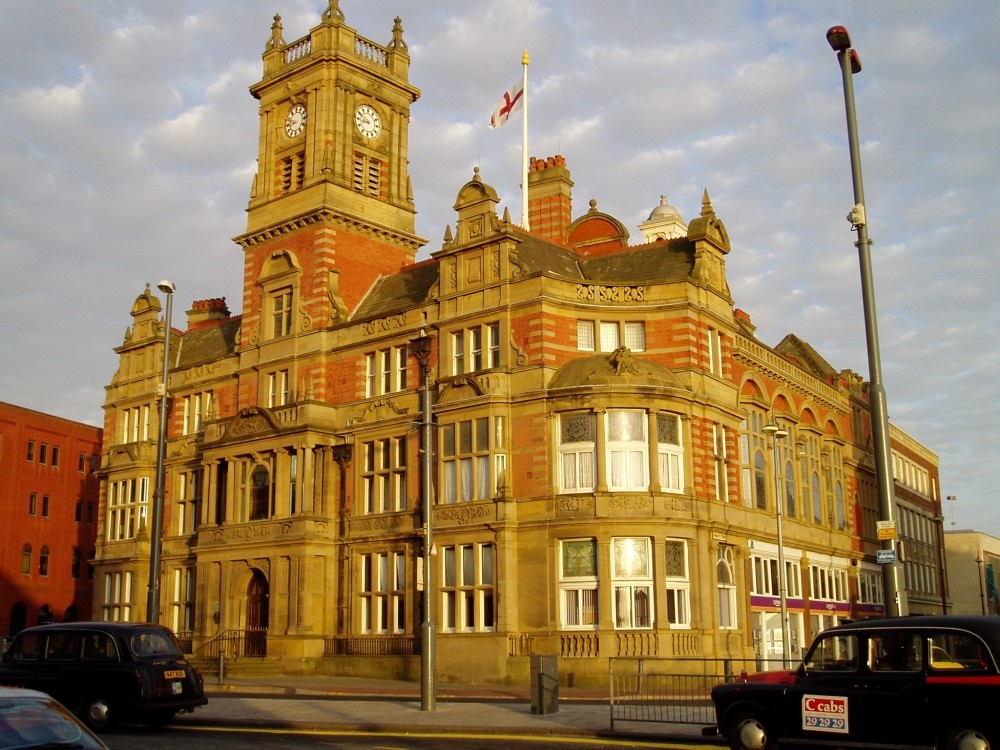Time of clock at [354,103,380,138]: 8:50
